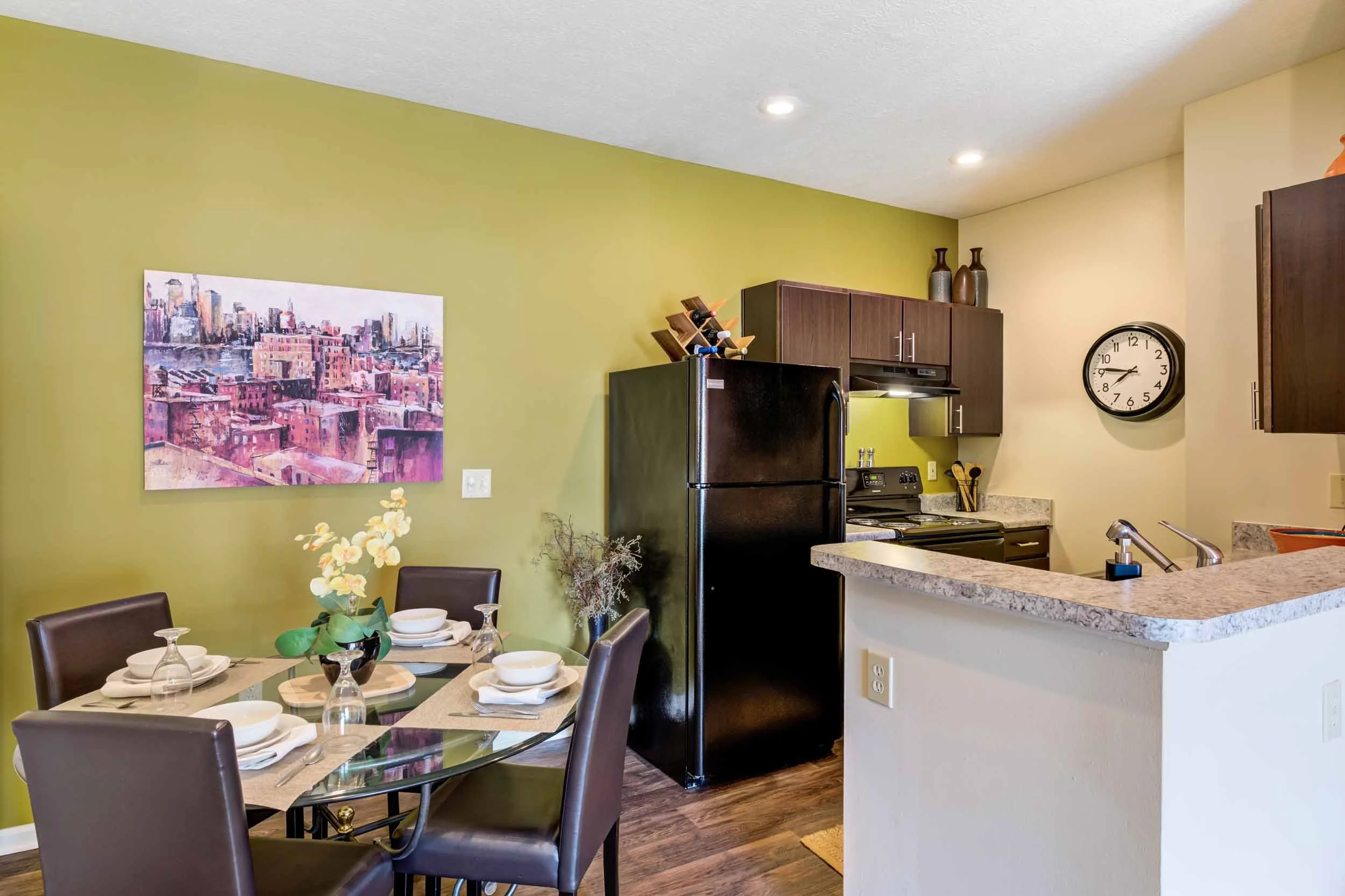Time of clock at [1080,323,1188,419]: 7:46
